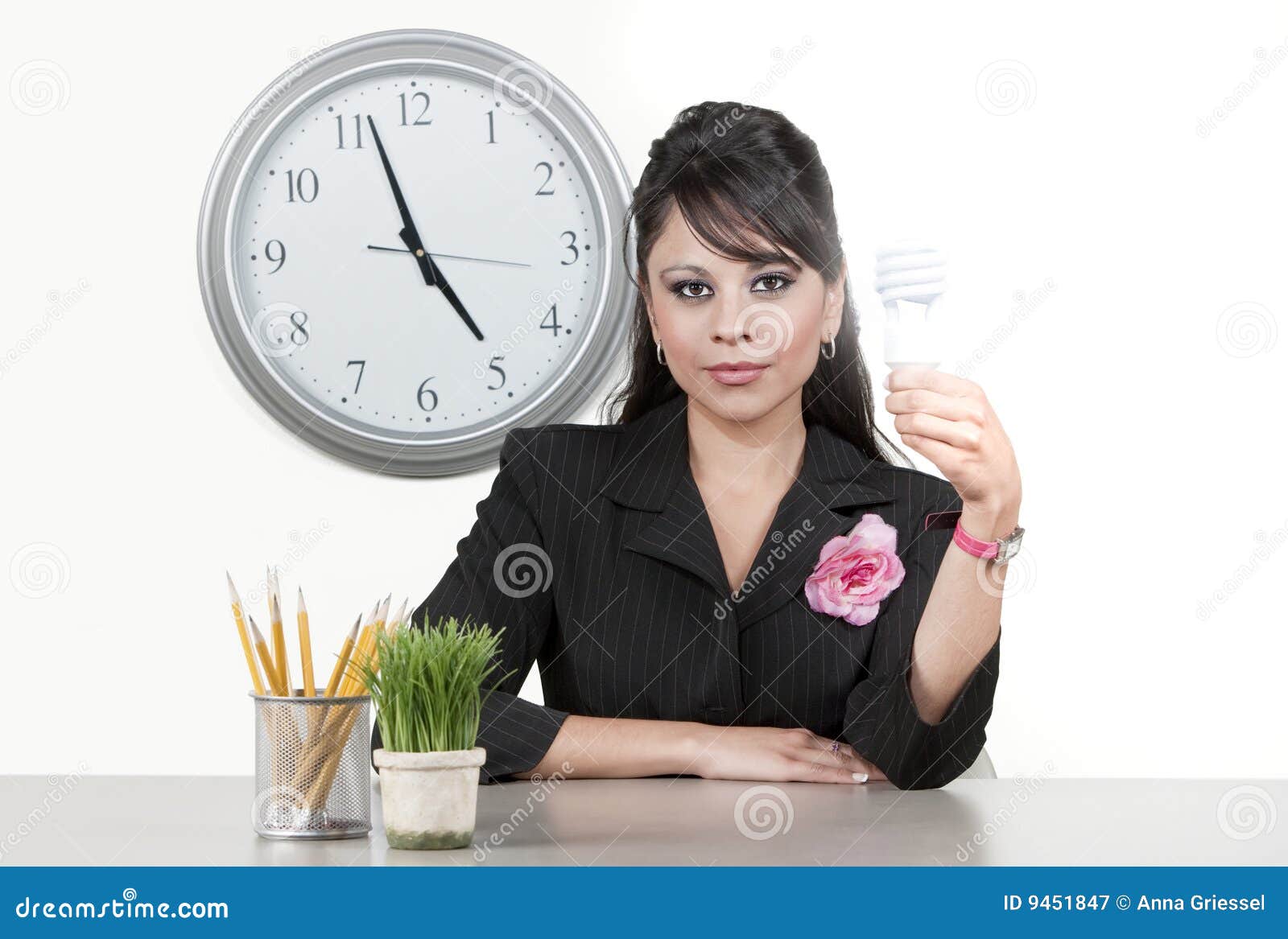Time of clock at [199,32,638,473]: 4:56
